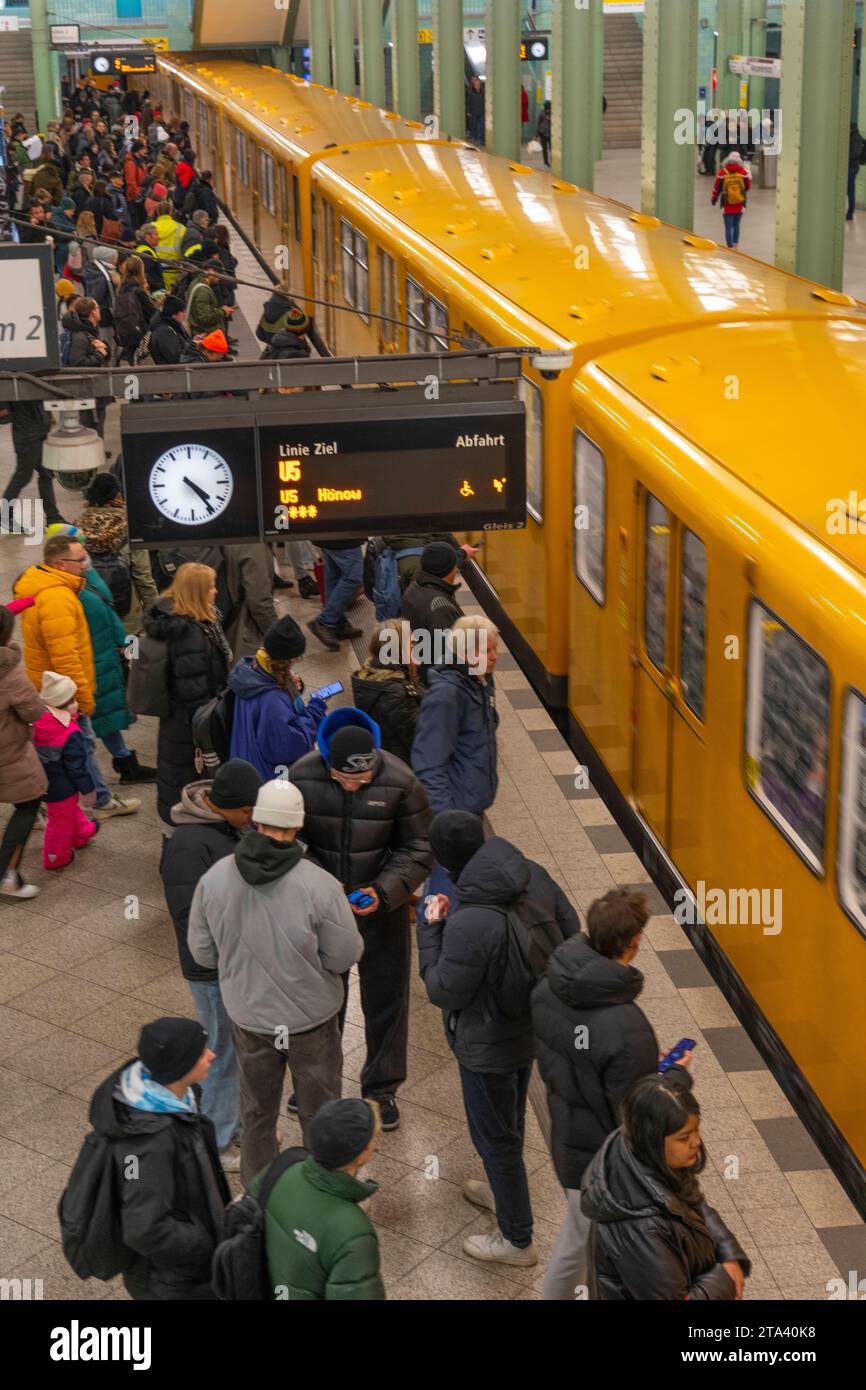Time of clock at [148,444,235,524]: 4:23
